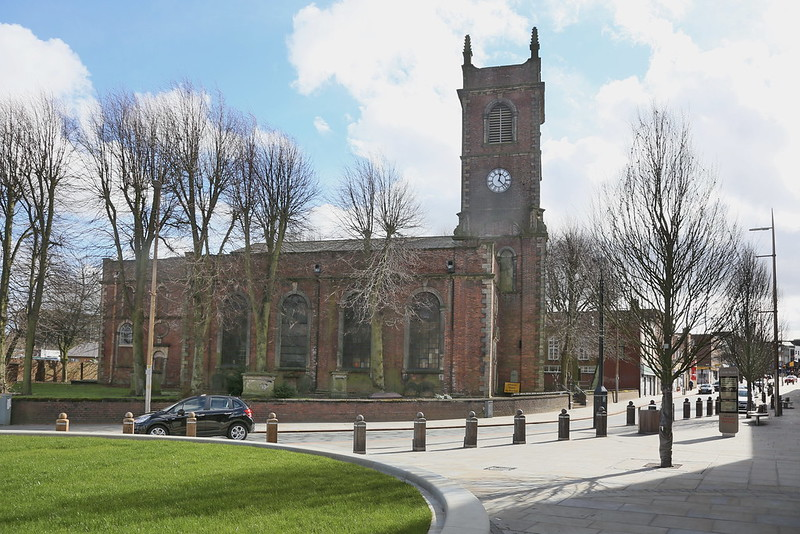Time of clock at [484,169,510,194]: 12:22
